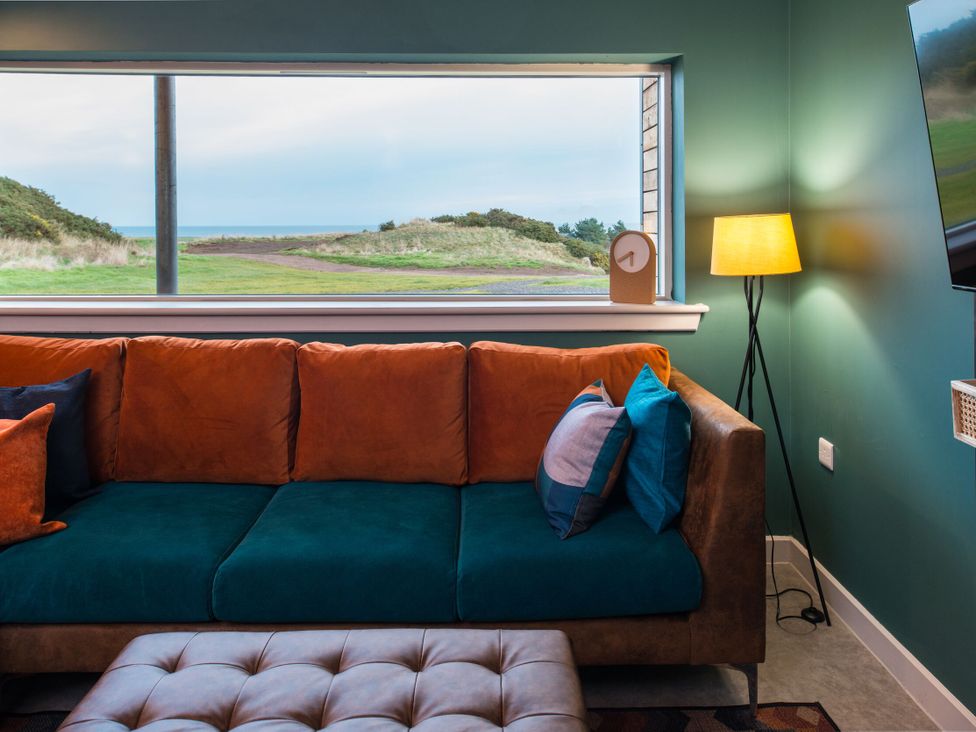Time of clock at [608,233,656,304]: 5:40
